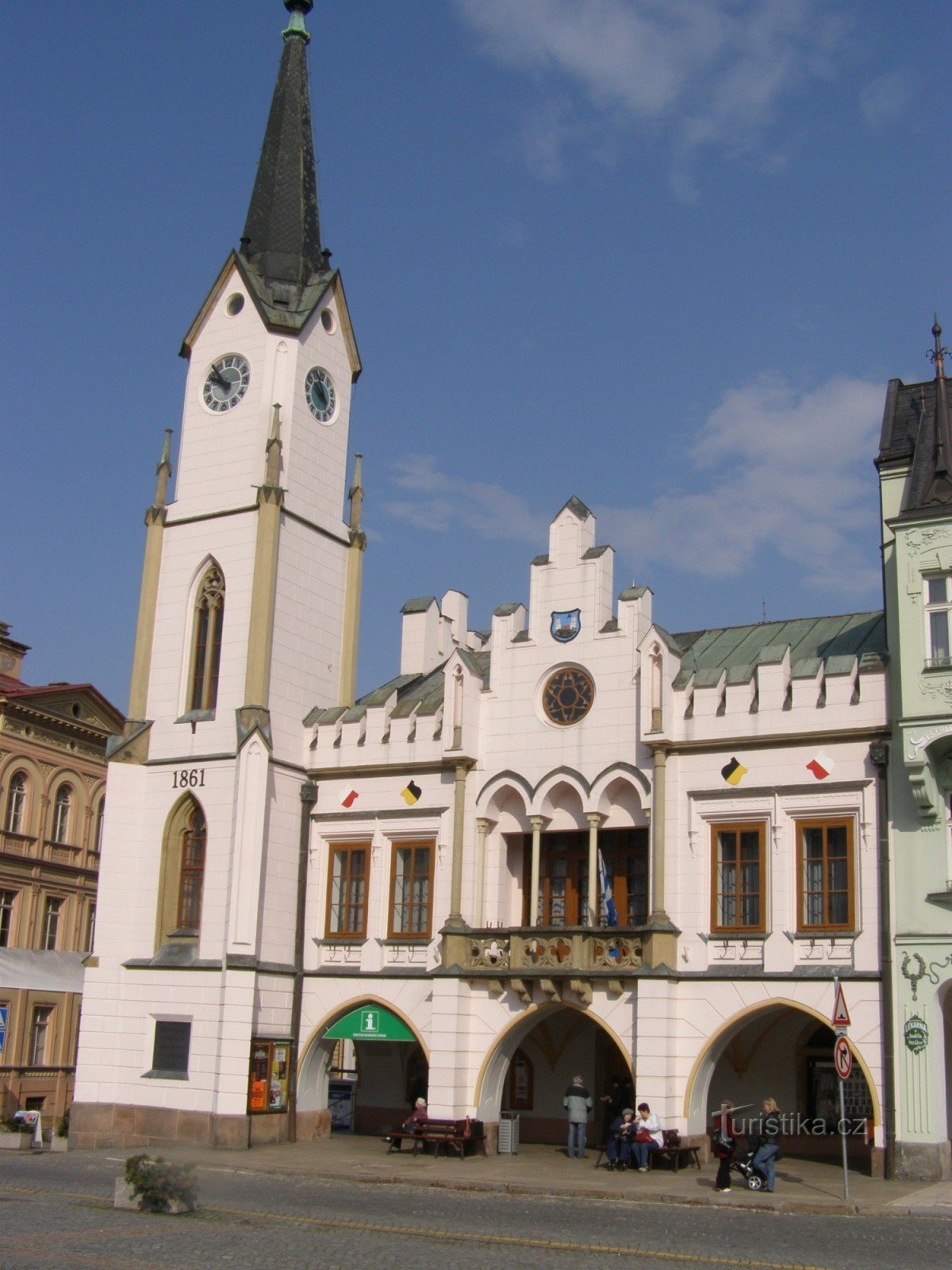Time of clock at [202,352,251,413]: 9:52
